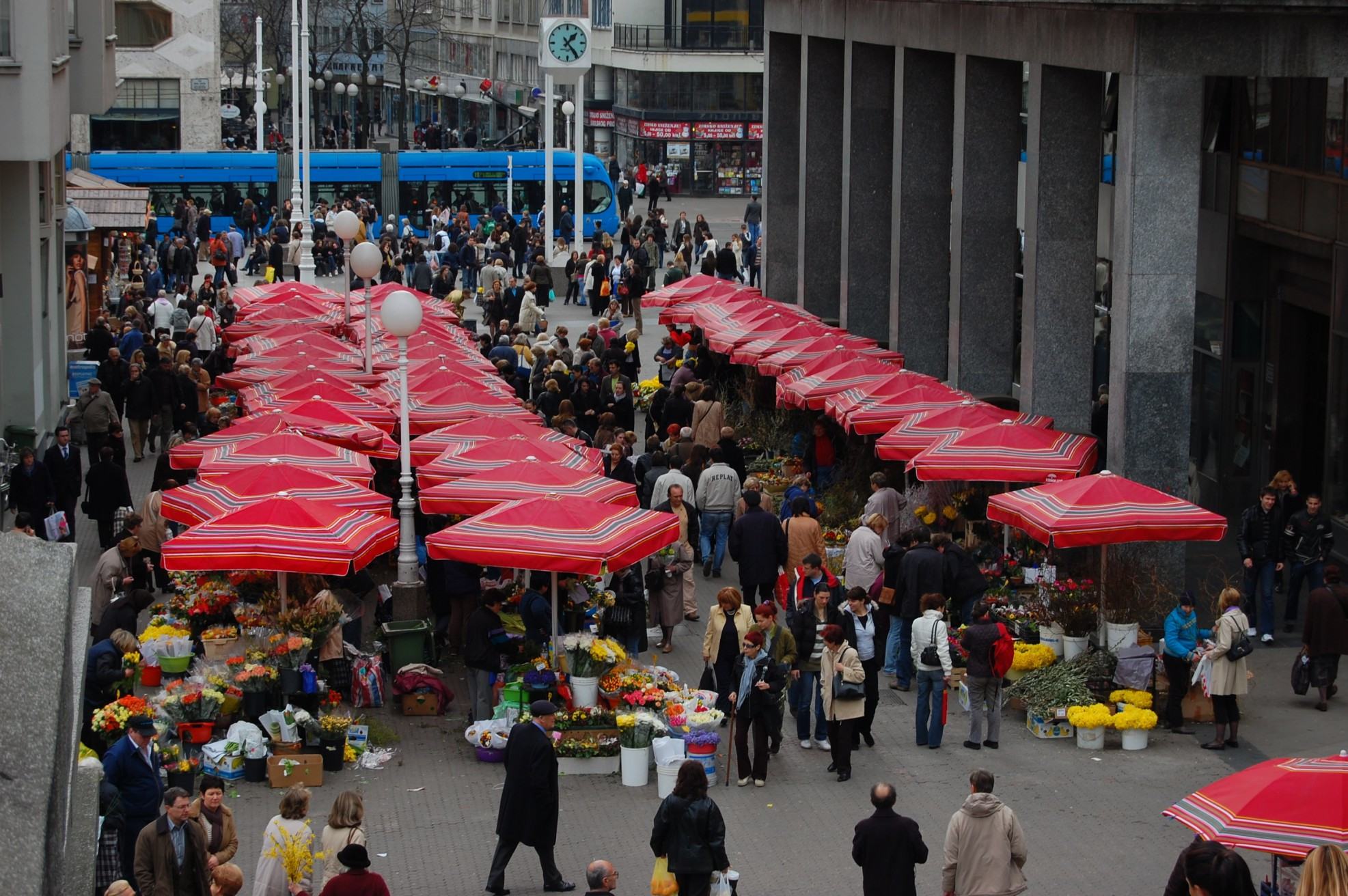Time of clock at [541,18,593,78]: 1:23
